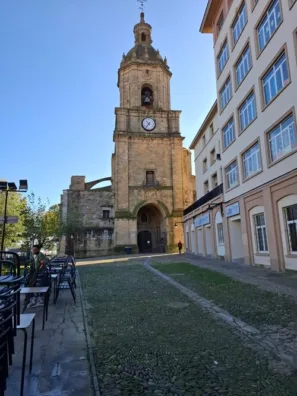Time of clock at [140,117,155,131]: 10:36
